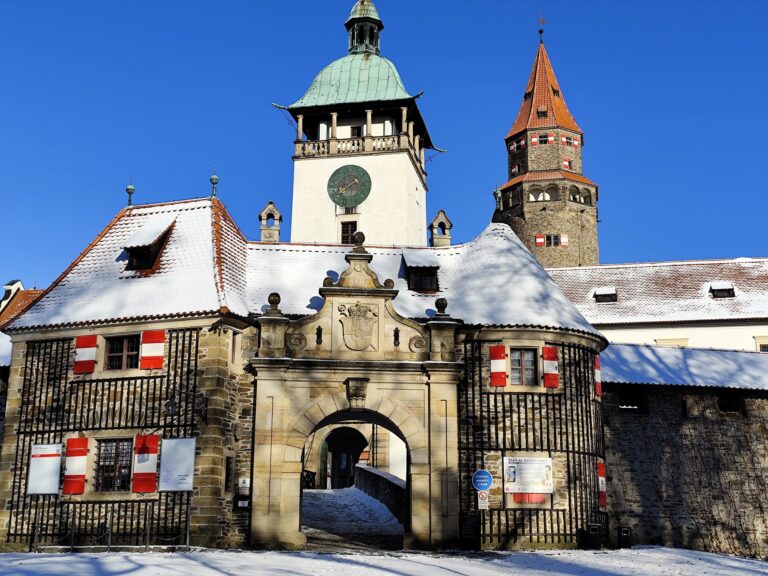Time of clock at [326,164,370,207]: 1:39
